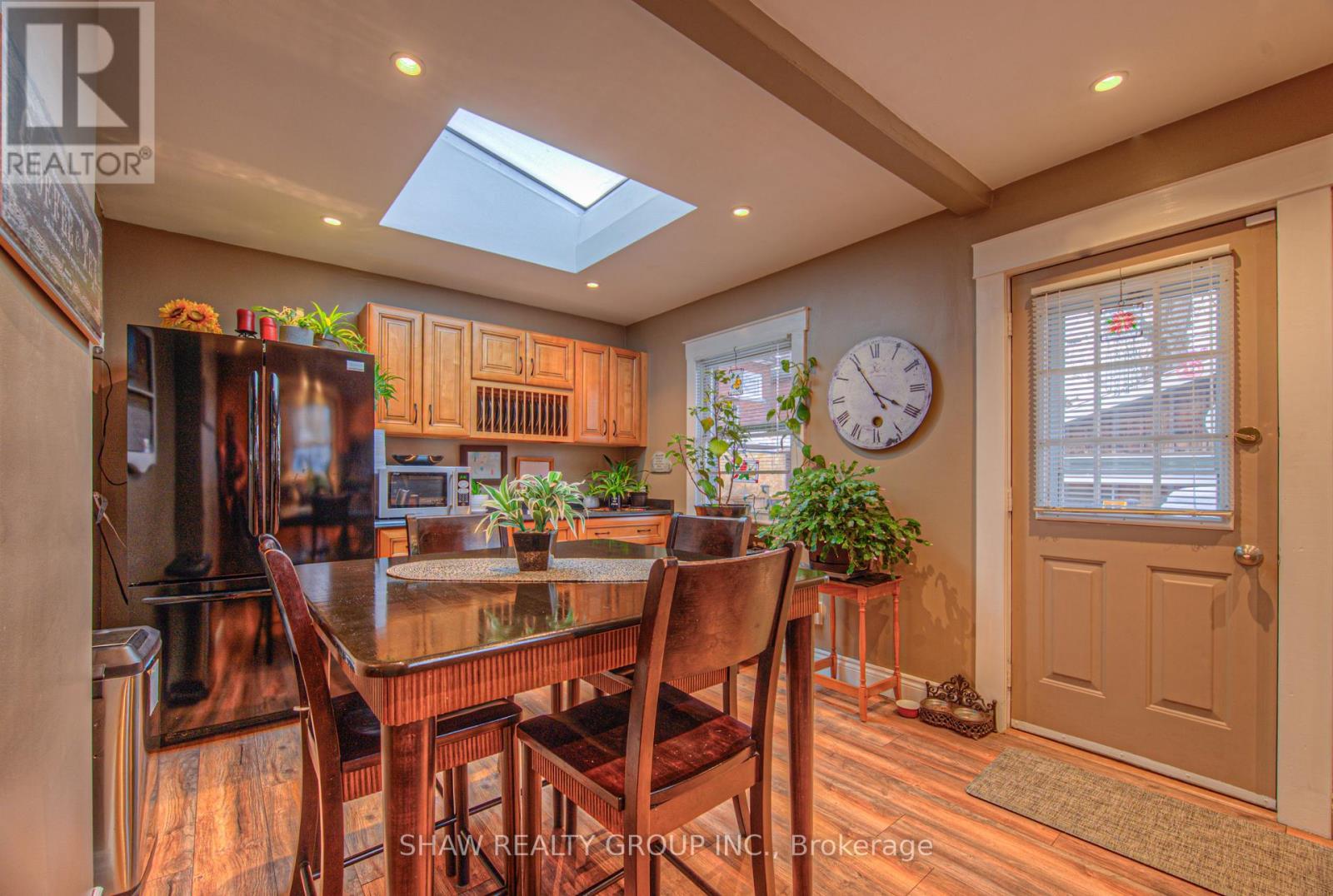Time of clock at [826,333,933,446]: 3:54
